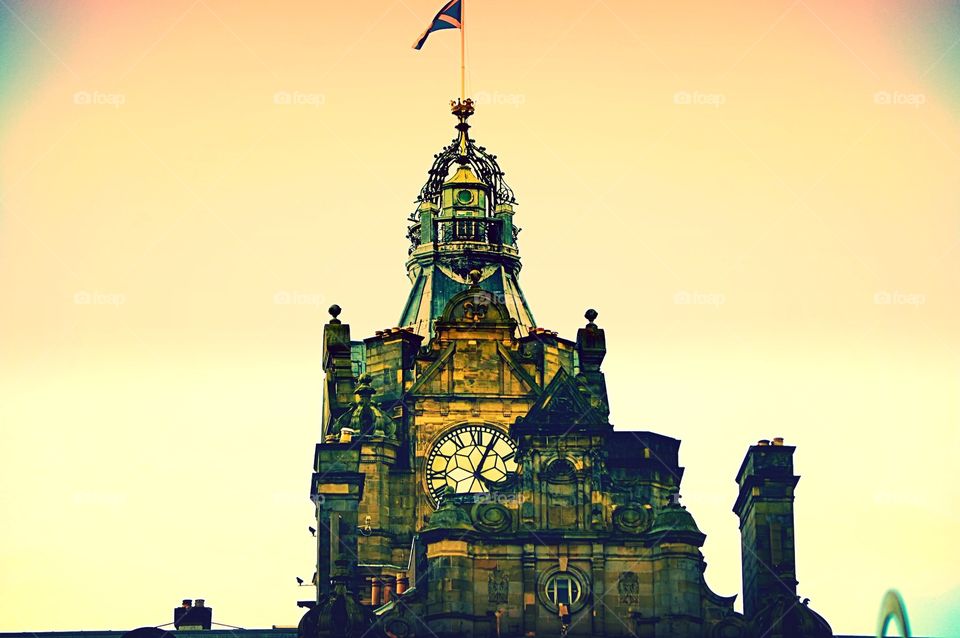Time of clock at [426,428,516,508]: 1:04
